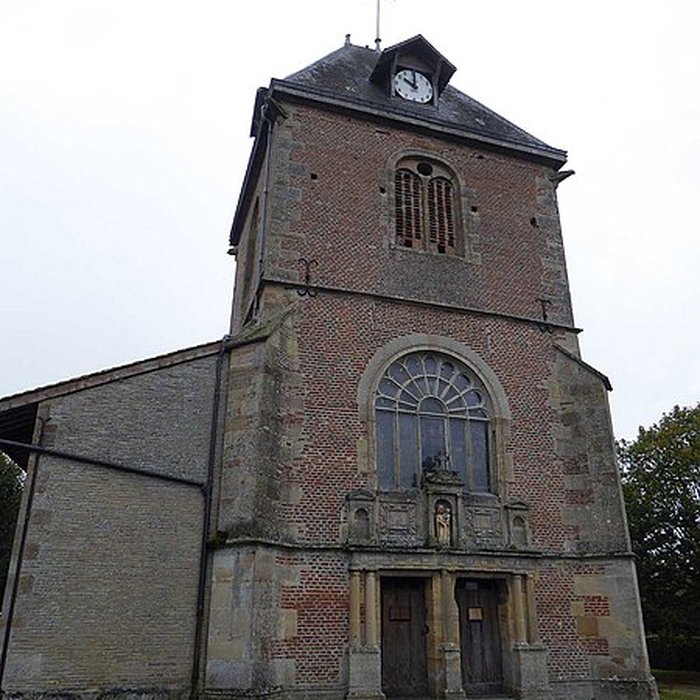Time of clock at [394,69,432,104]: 10:00
